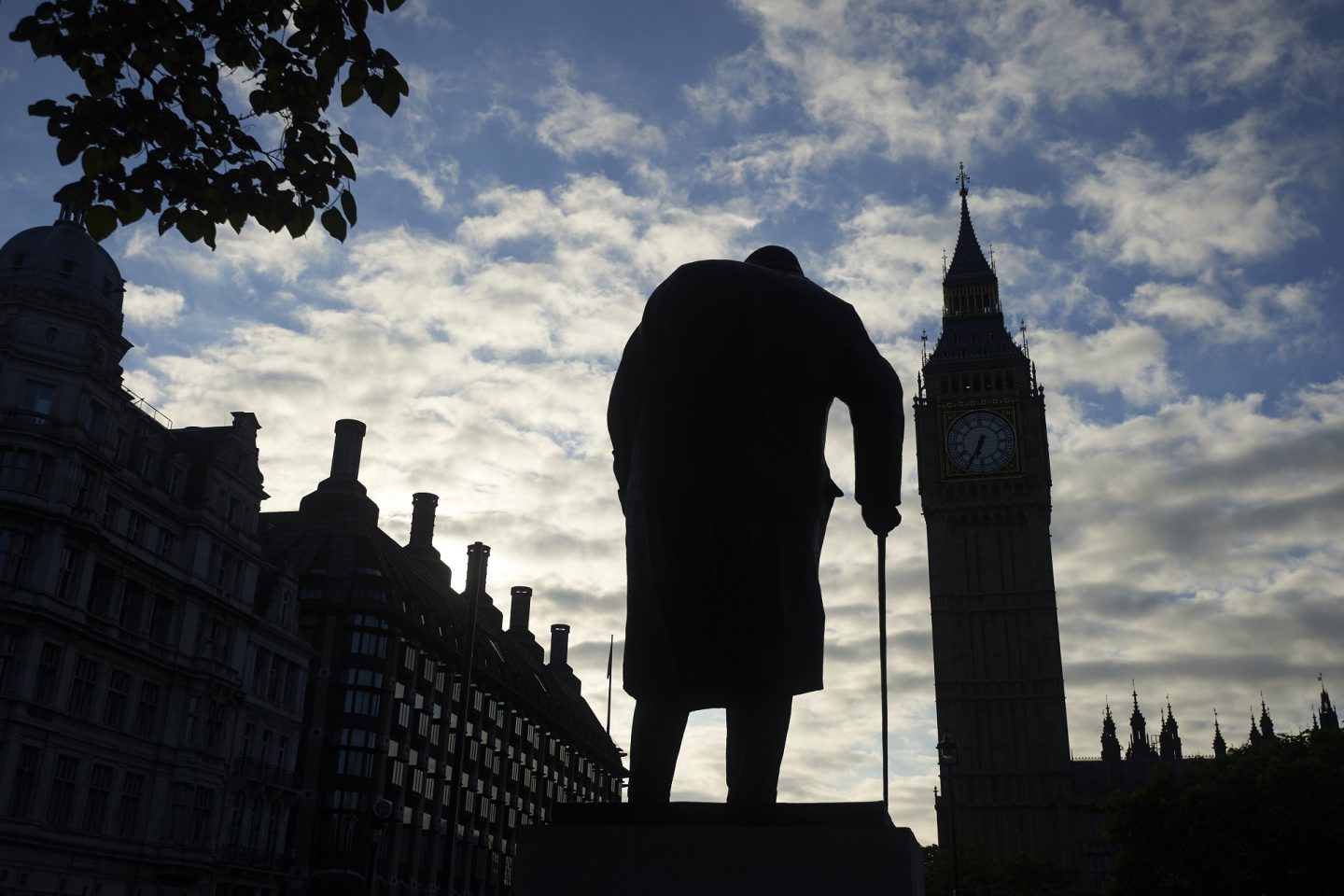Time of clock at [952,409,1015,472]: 6:34
